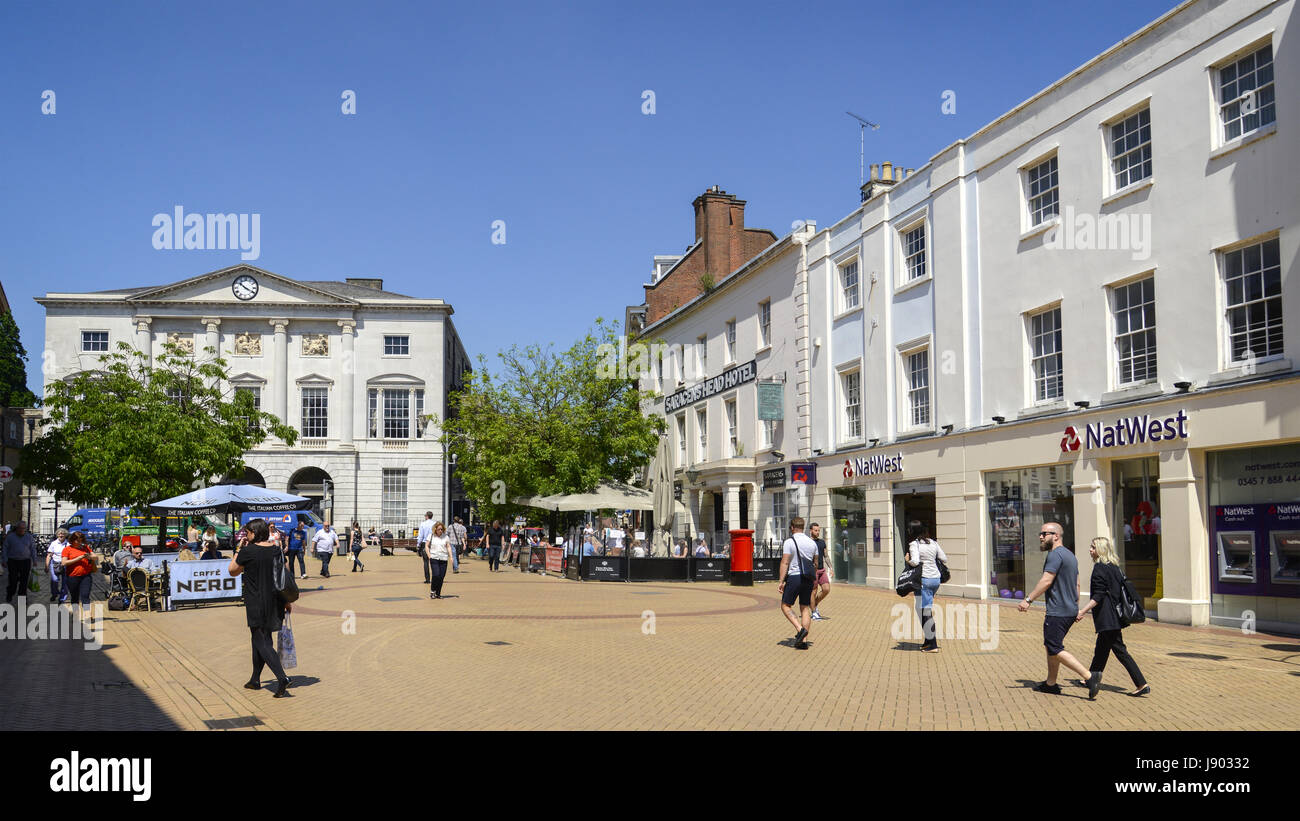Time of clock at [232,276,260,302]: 10:19
